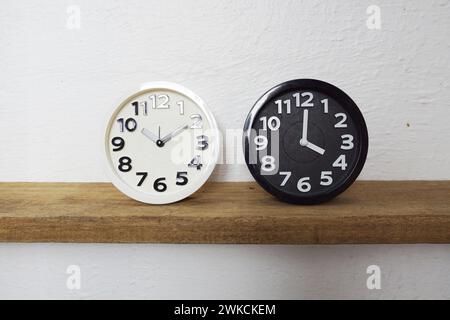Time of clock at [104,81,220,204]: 2:09
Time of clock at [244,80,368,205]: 4:00
